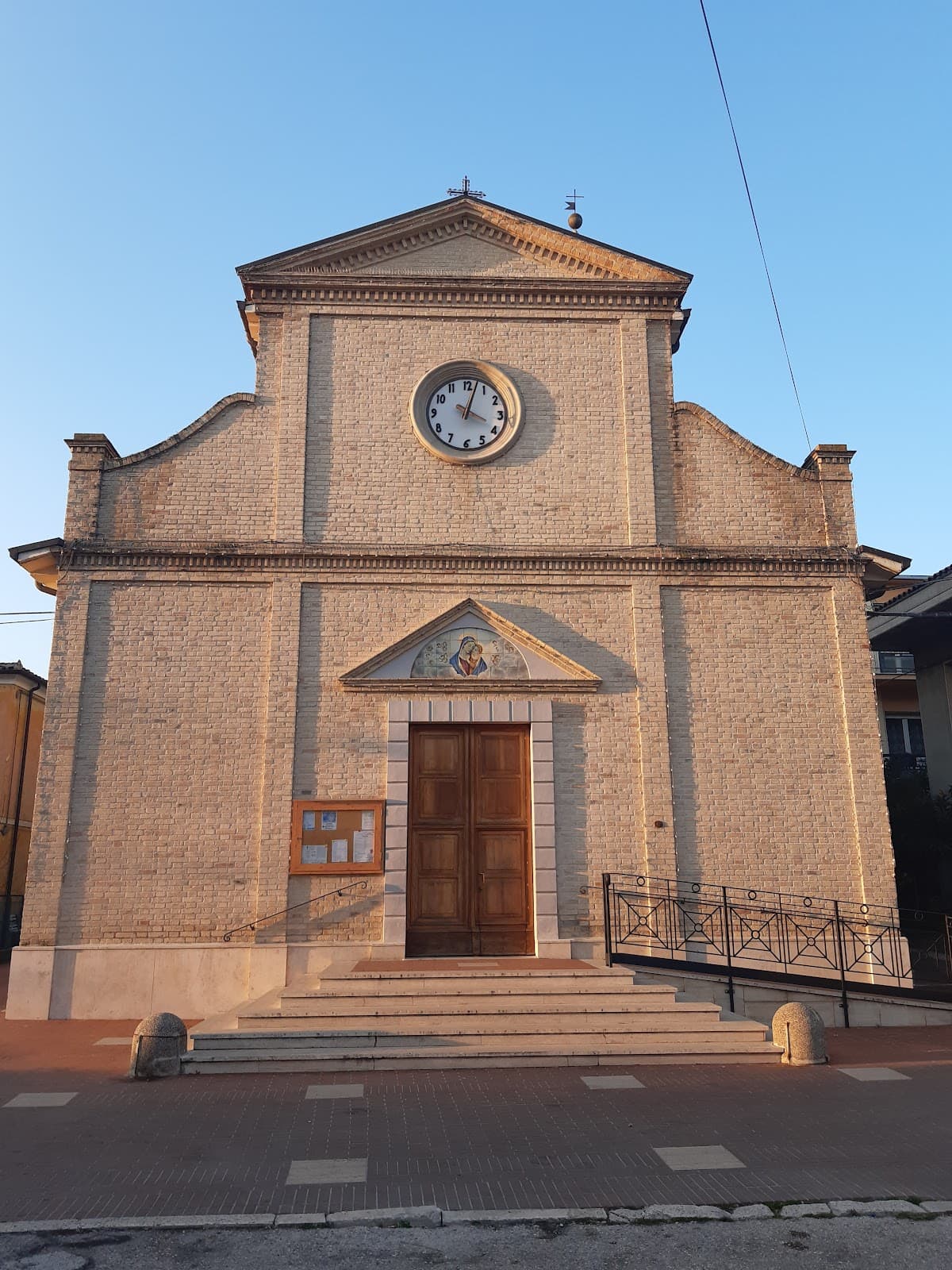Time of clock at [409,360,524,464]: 4:02
